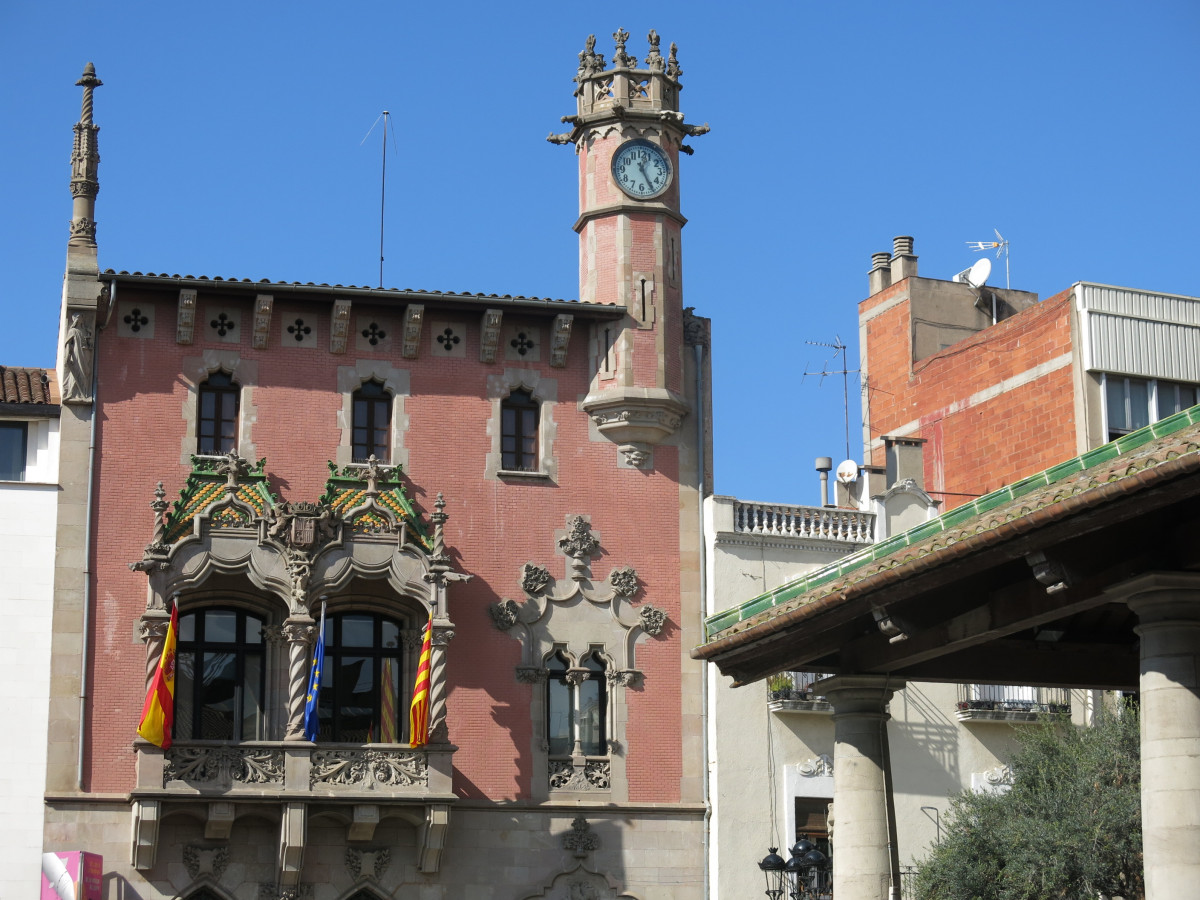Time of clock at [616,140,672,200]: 12:25
